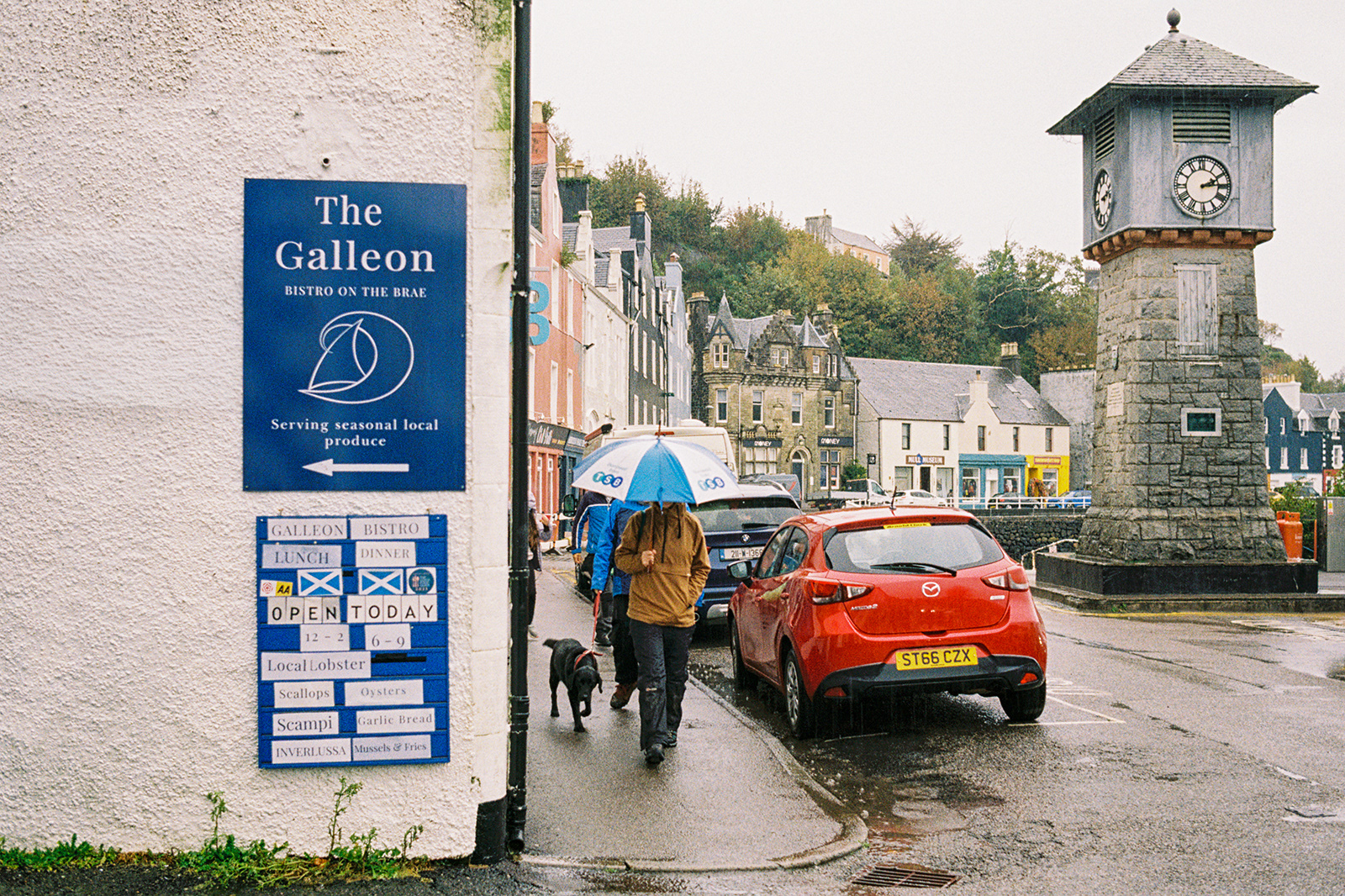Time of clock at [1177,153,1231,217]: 2:14
